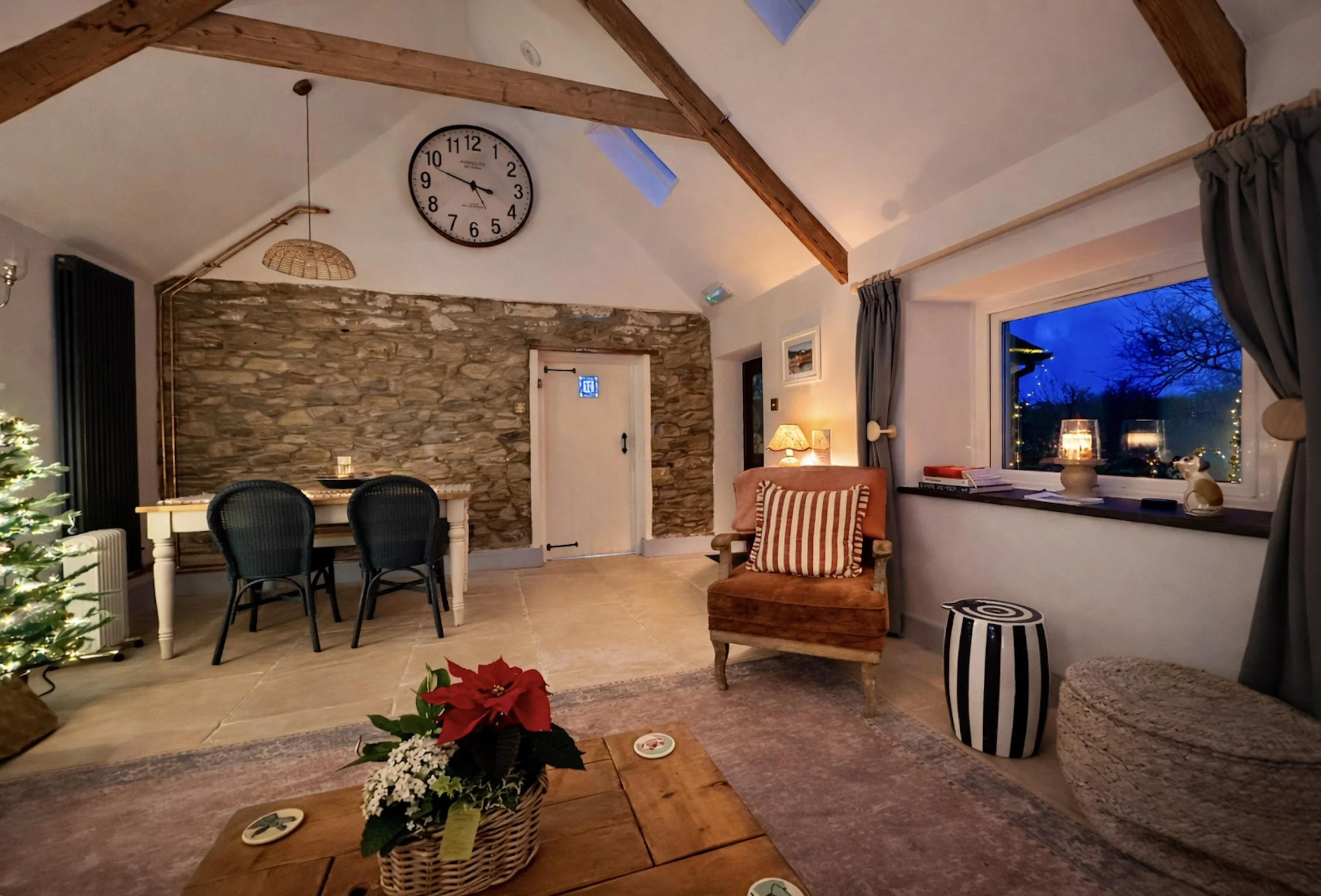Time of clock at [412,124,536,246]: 3:48
